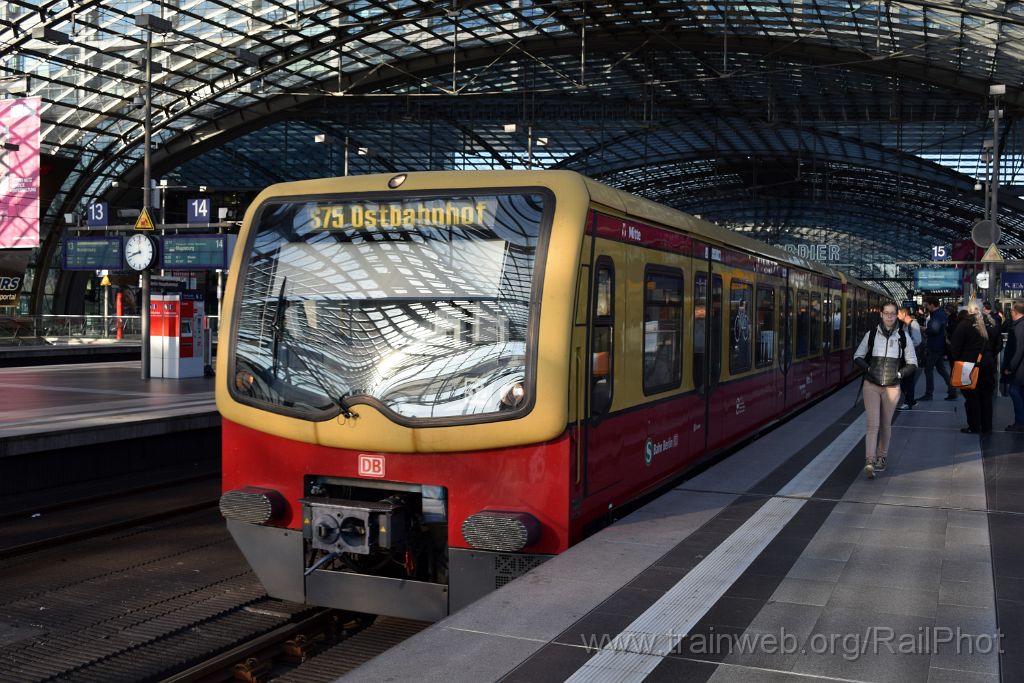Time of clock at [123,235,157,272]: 8:42
